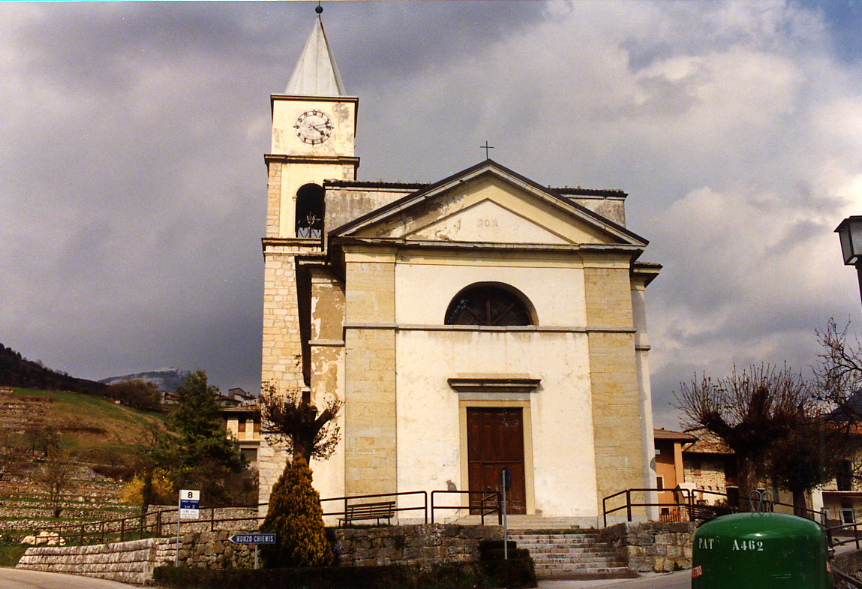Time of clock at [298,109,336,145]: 4:12
